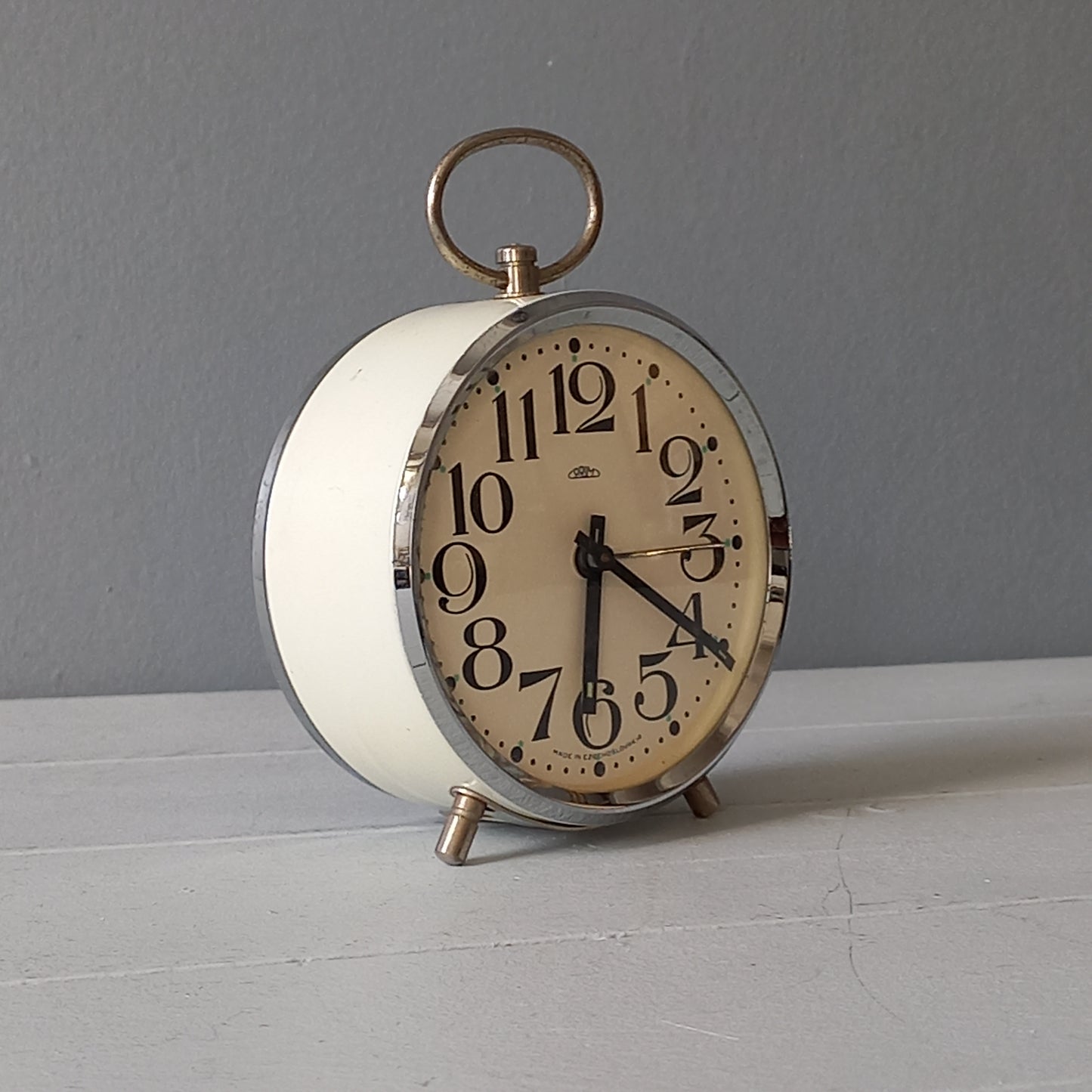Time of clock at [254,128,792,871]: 6:20
